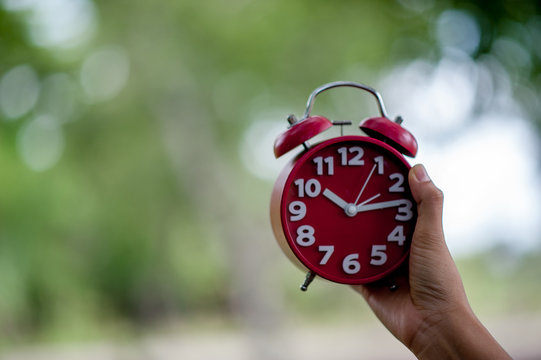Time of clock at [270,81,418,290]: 10:13
